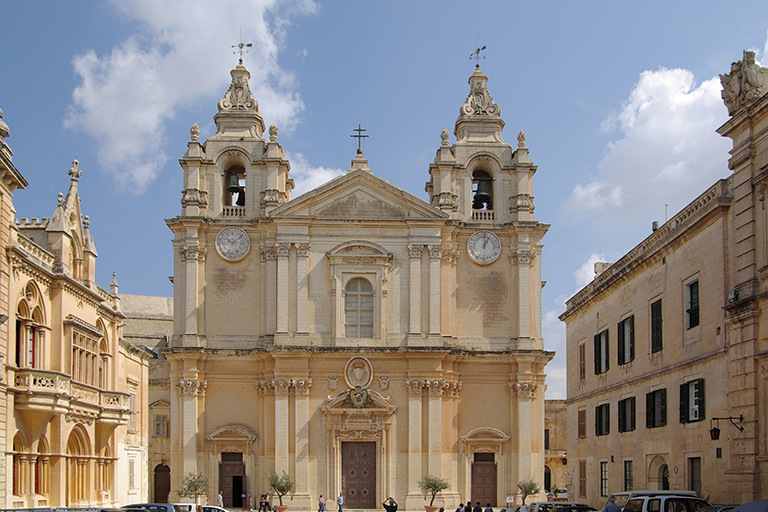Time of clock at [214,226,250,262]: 10:07
